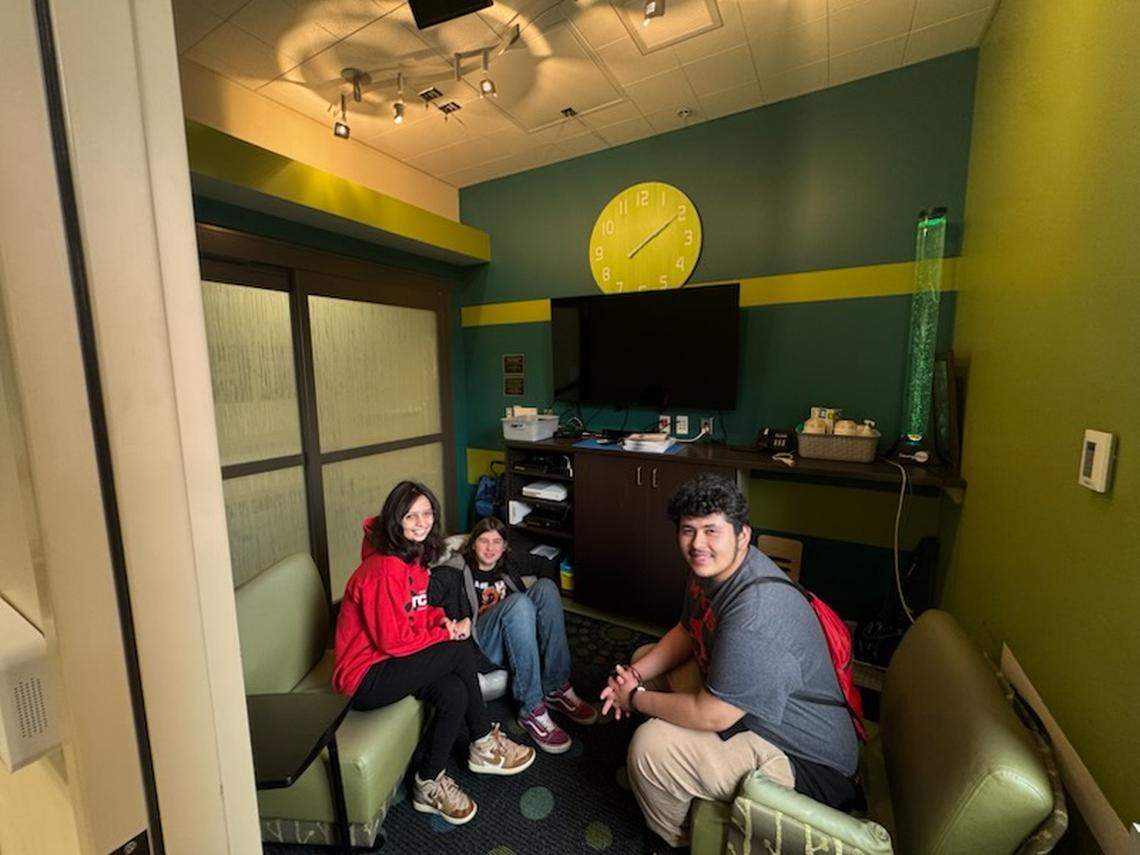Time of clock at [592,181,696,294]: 2:09
